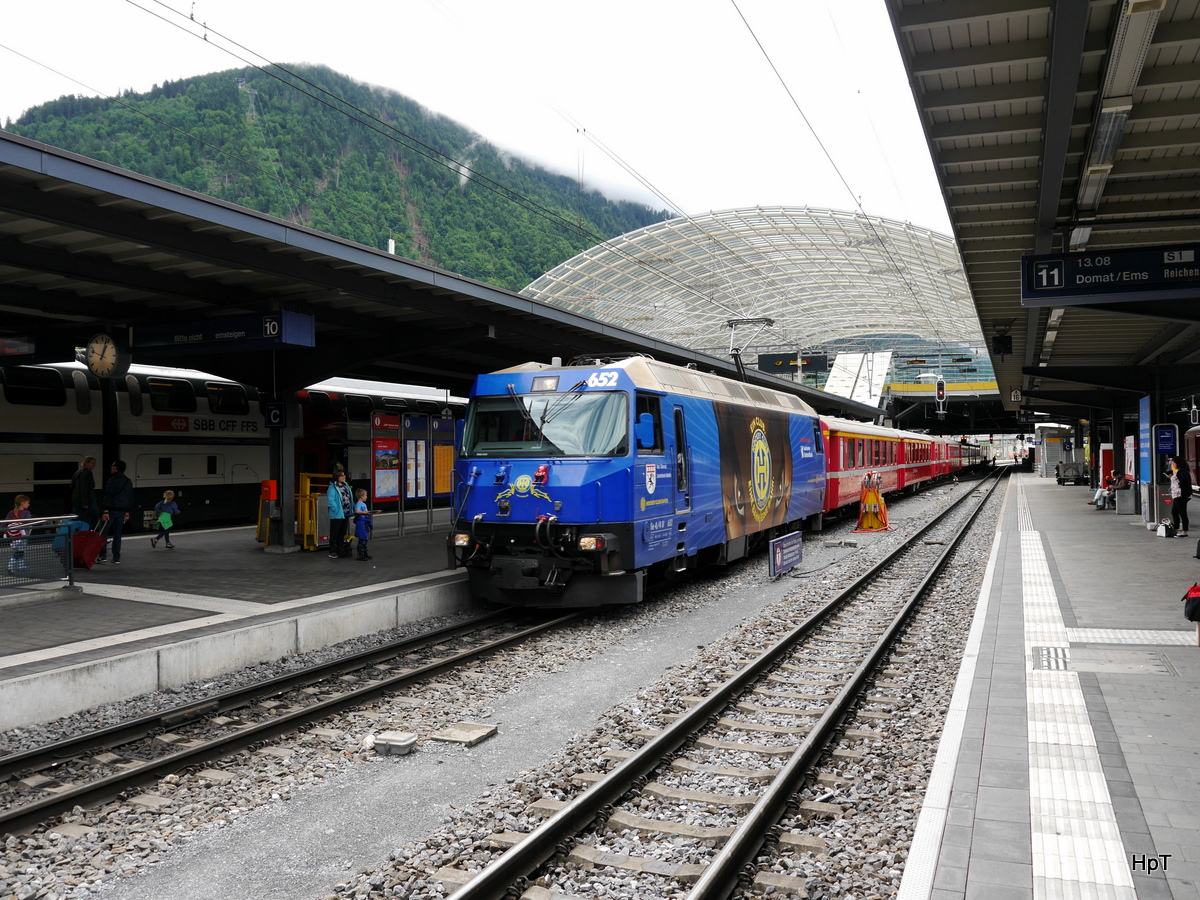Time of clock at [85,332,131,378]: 1:03
